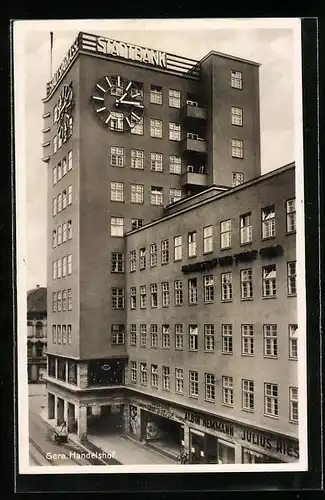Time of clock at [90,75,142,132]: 1:14
